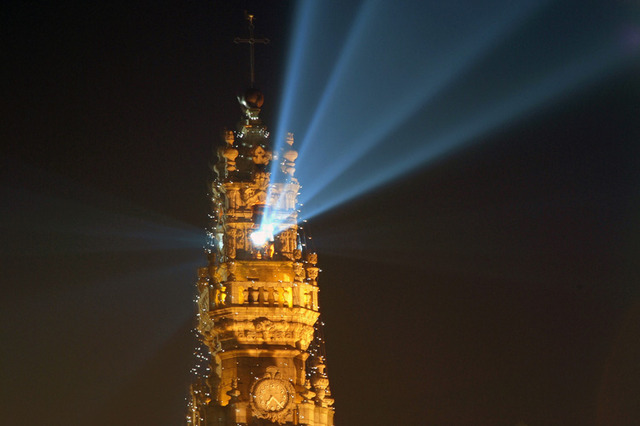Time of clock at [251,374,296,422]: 7:22
